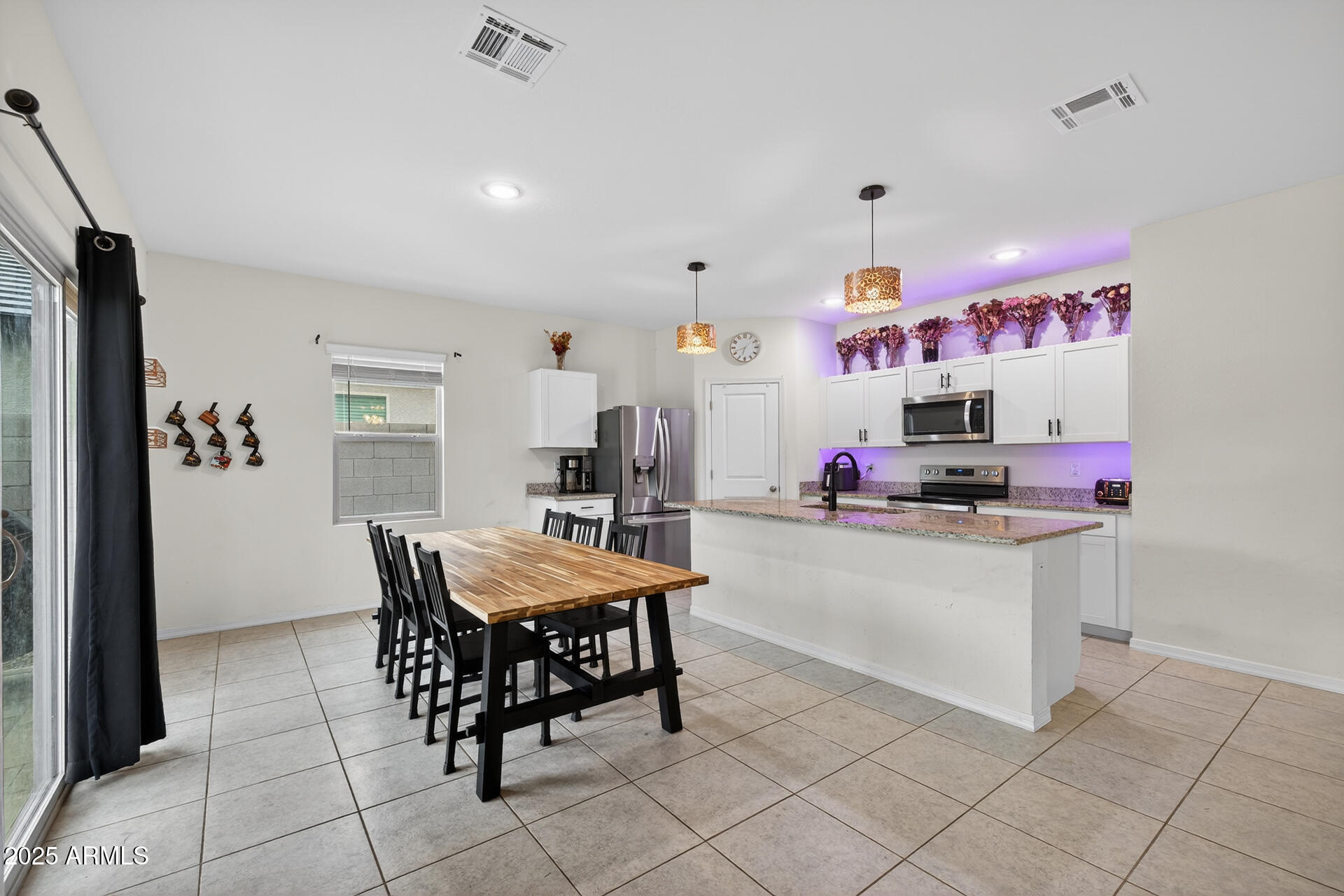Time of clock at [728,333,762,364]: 6:42
